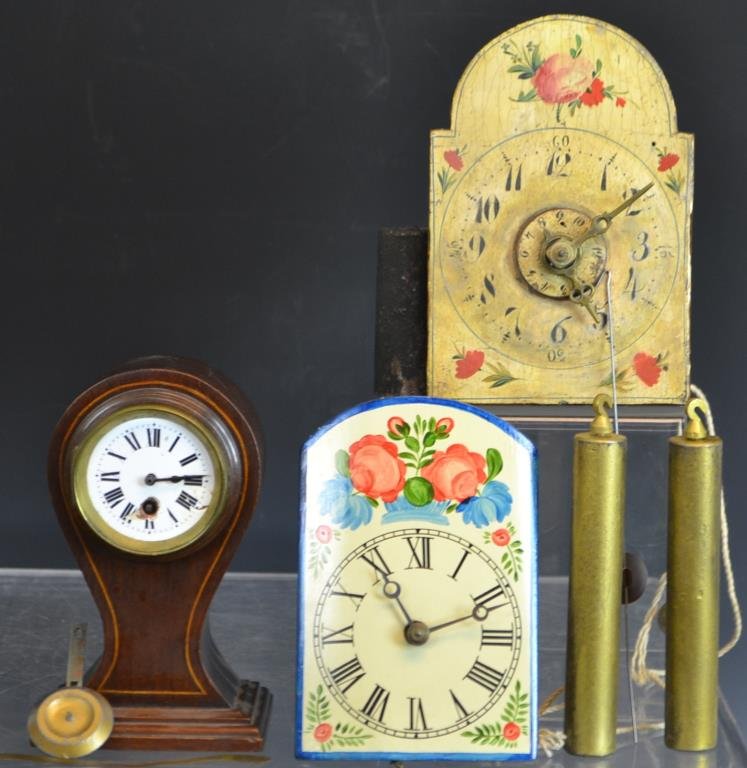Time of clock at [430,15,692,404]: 4:09
